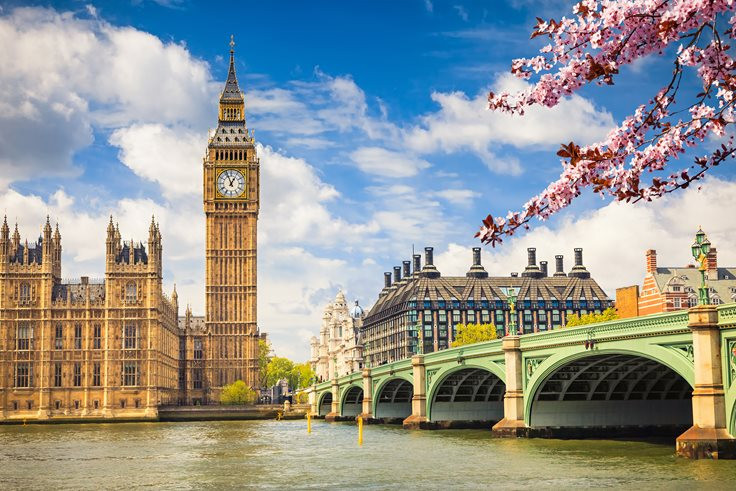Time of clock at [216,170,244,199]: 12:56
